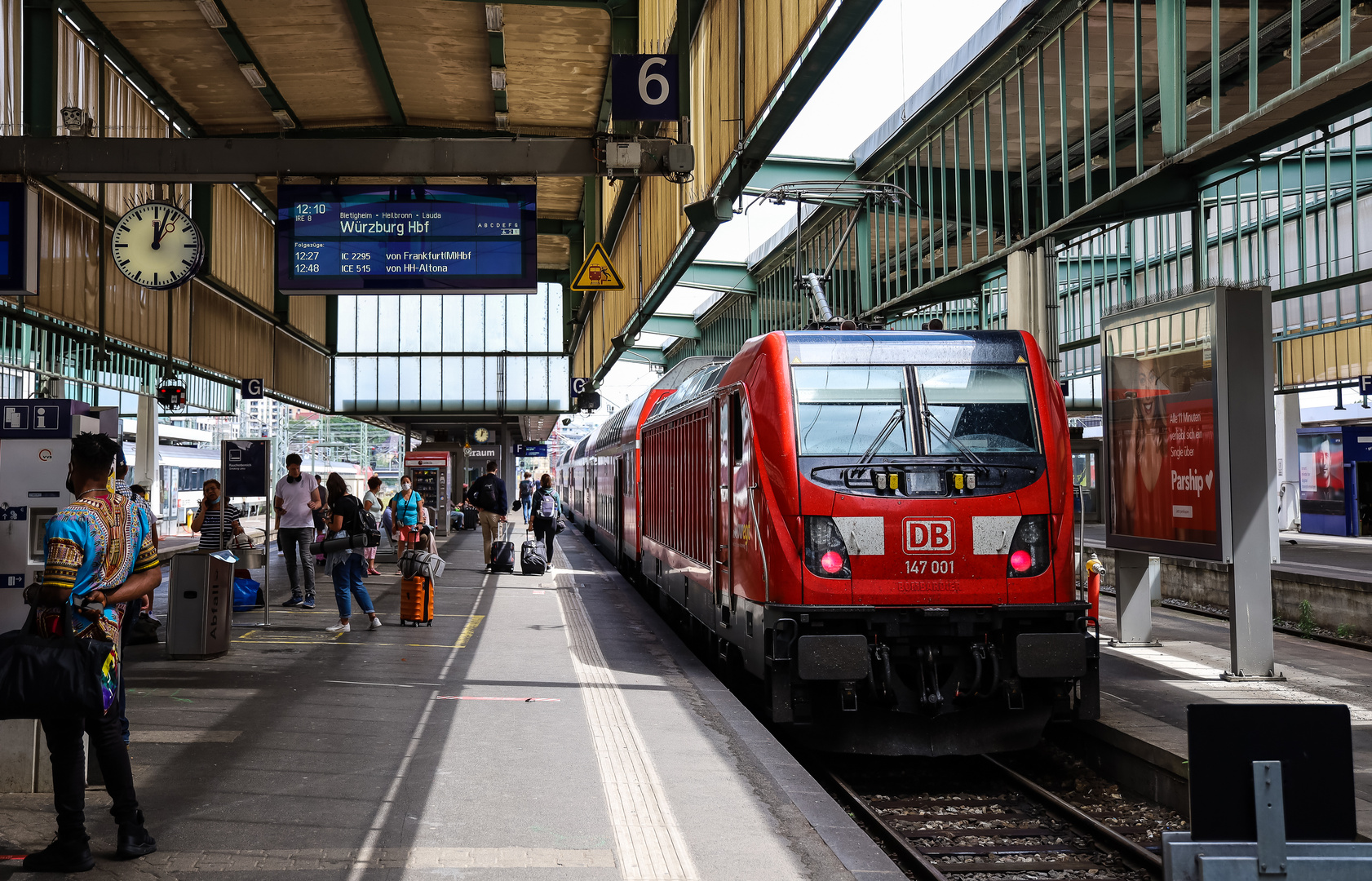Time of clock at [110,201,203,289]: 12:03
